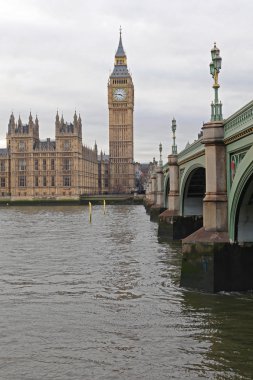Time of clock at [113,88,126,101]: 3:46
